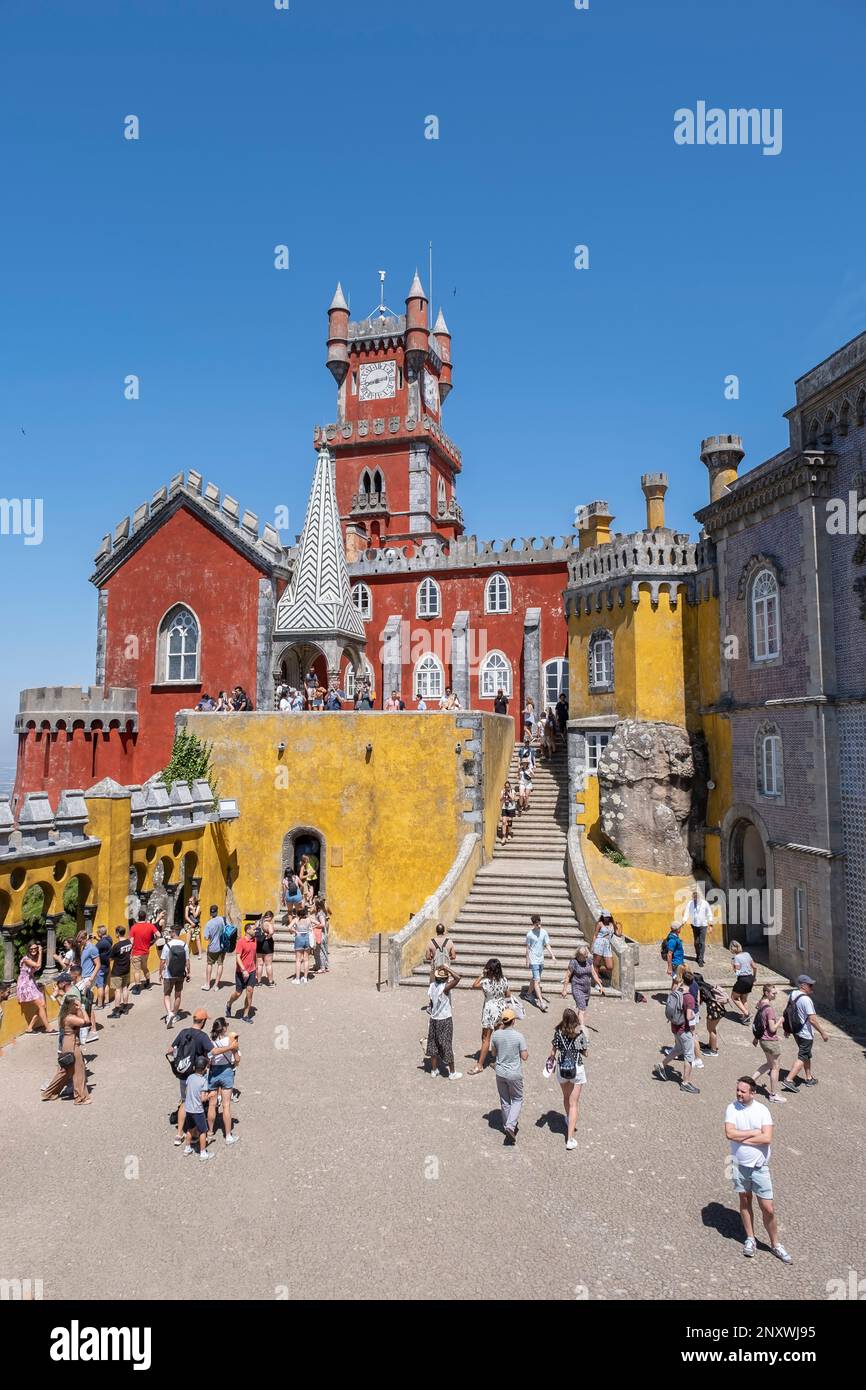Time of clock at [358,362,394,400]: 2:42
